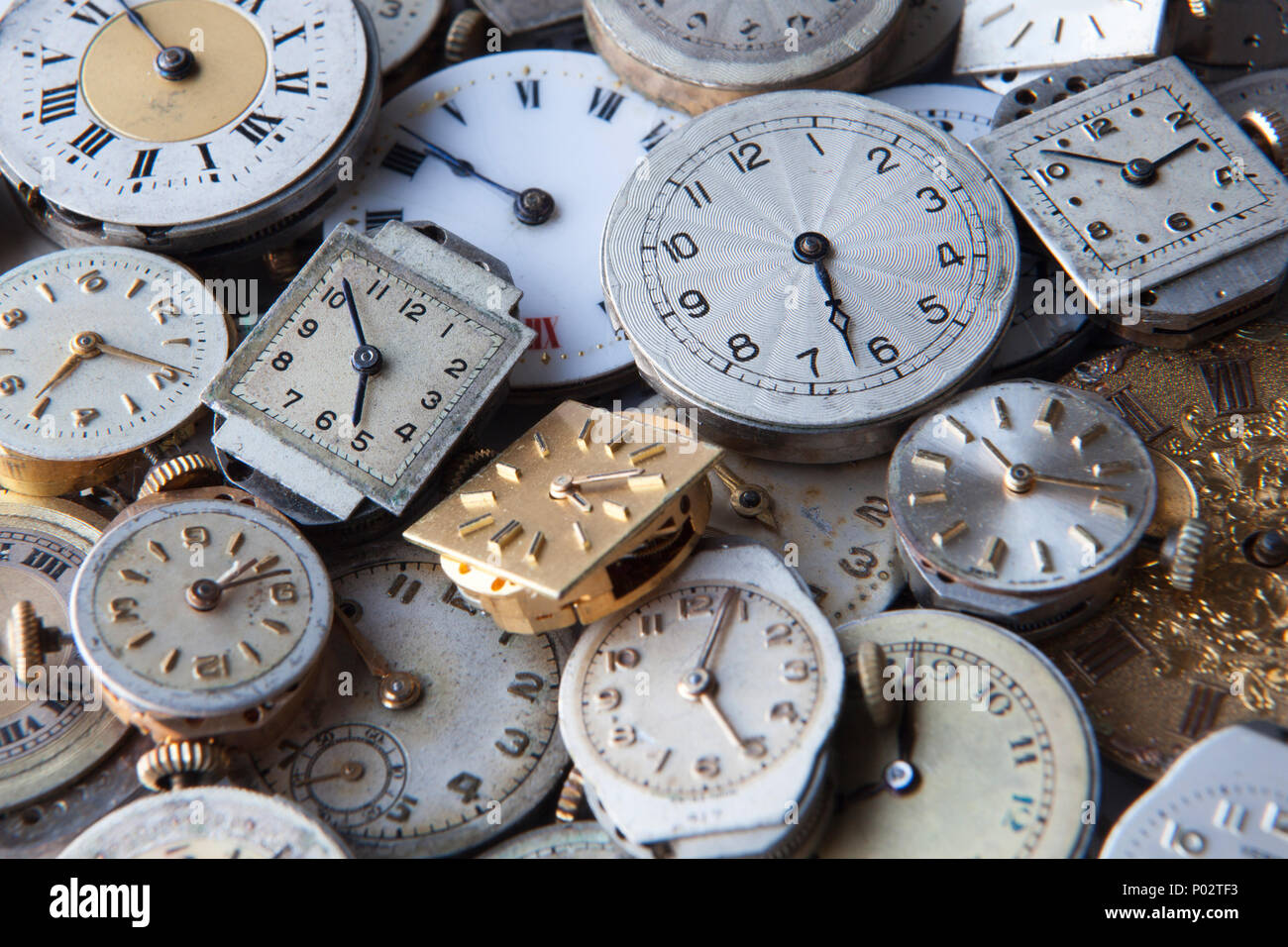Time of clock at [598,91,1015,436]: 5:26
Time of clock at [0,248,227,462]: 7:18
